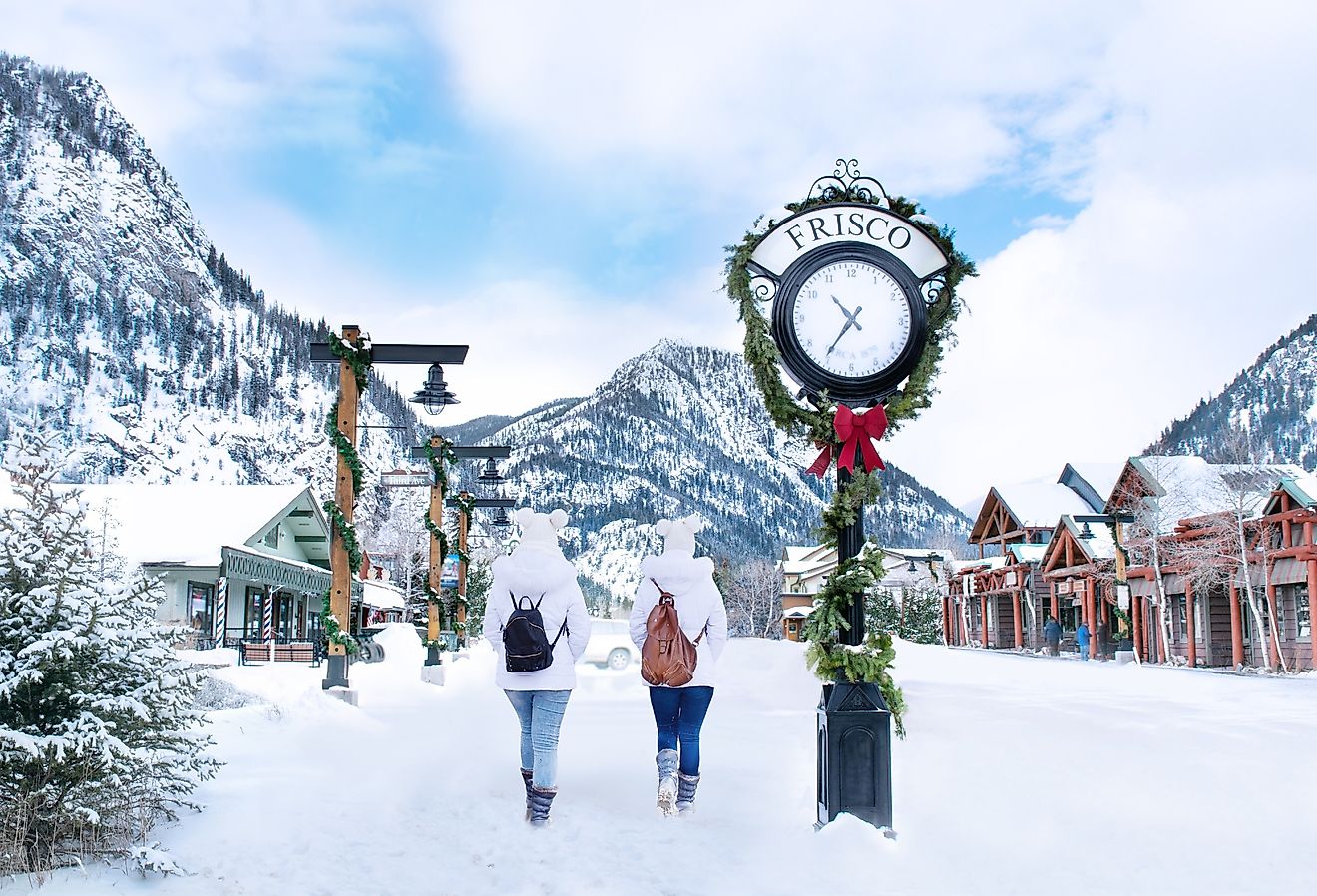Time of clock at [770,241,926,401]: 10:35
